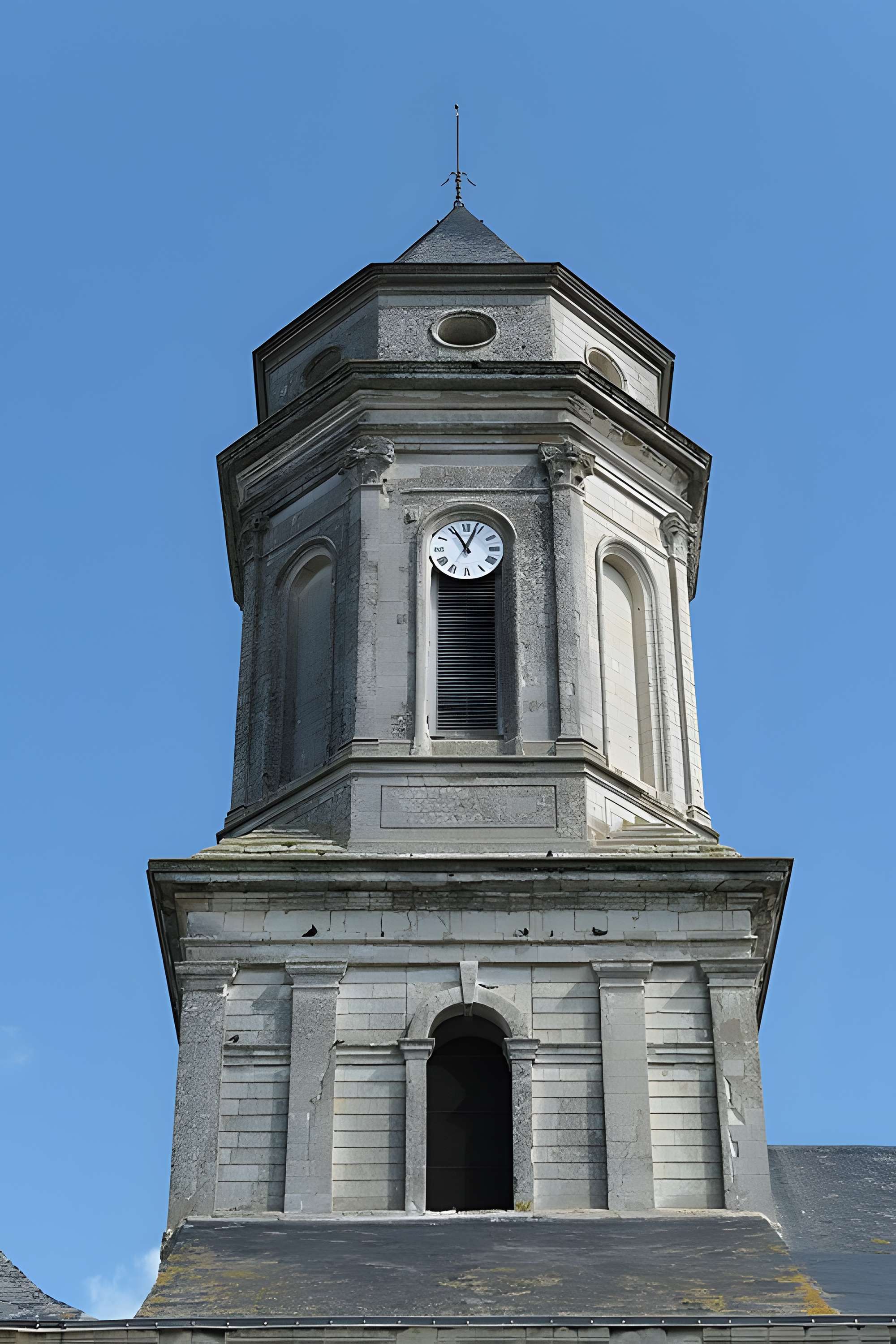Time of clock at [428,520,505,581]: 11:03
